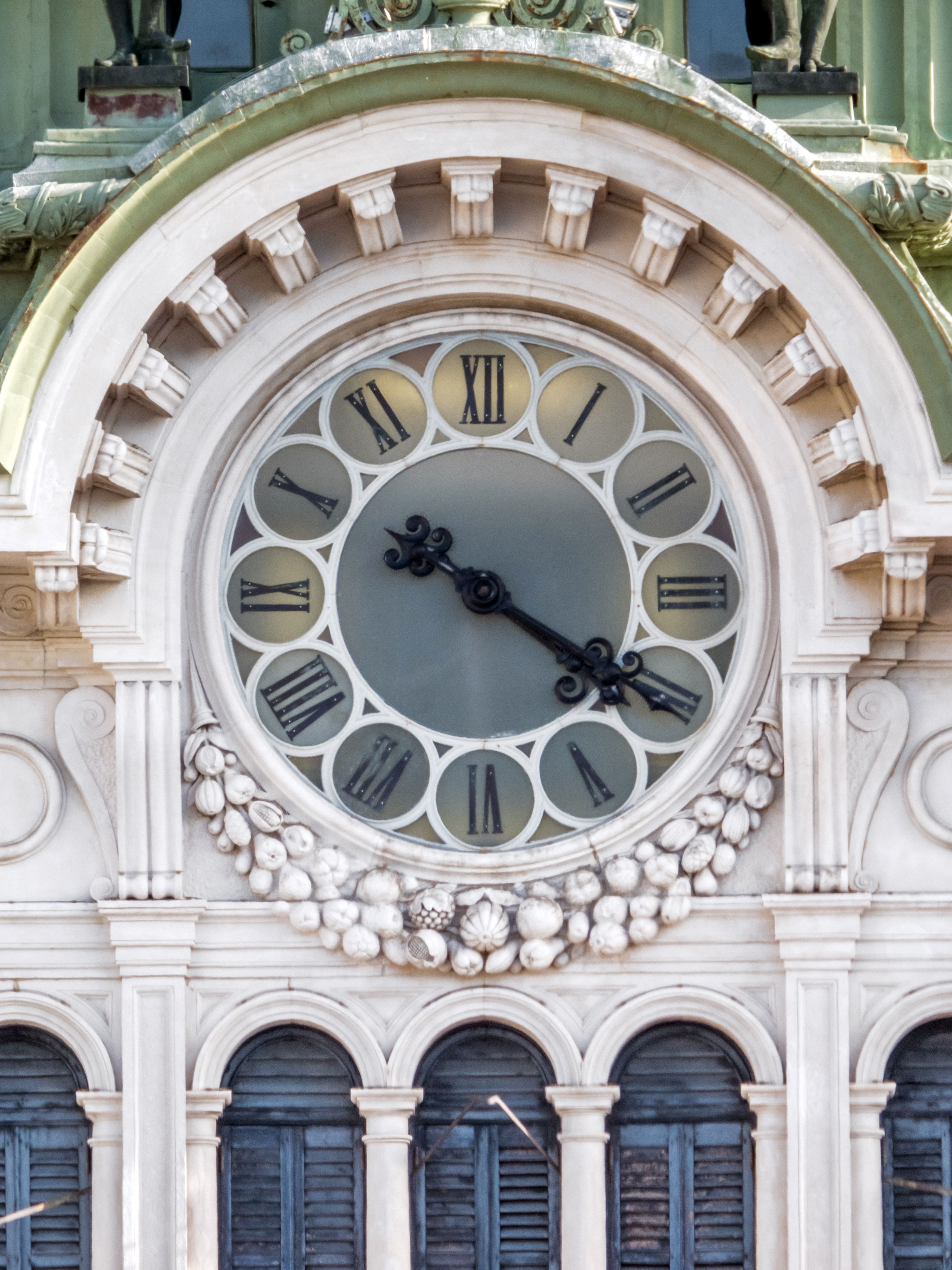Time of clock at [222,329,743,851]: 10:20
